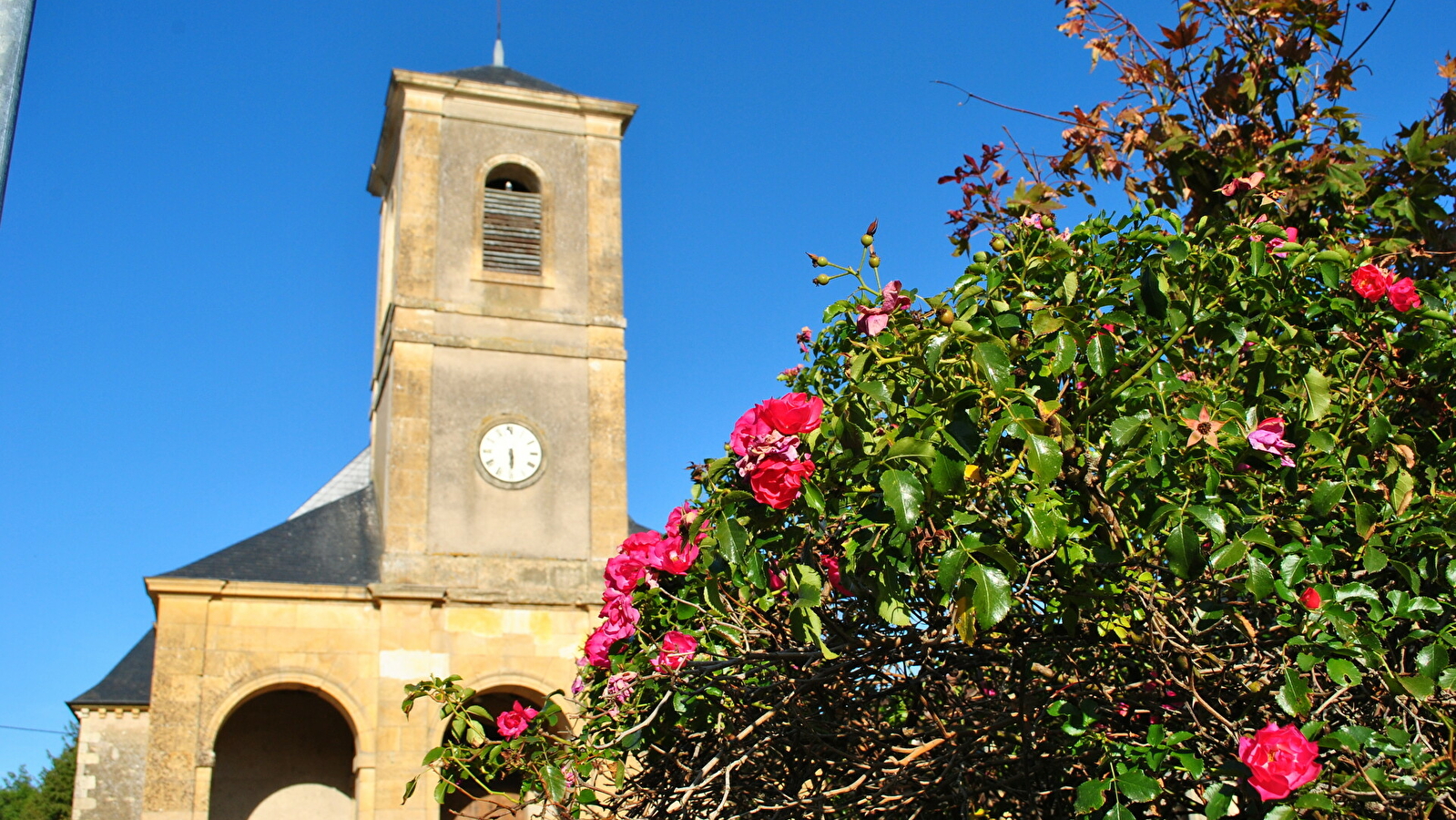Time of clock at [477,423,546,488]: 5:29
